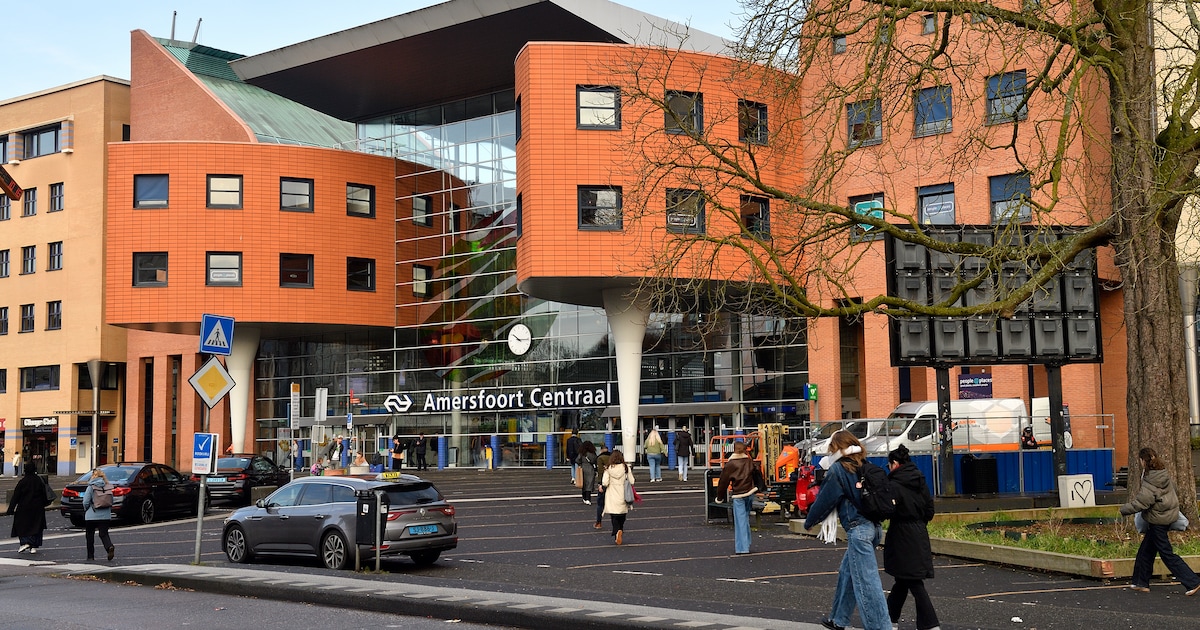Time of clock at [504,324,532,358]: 10:15
